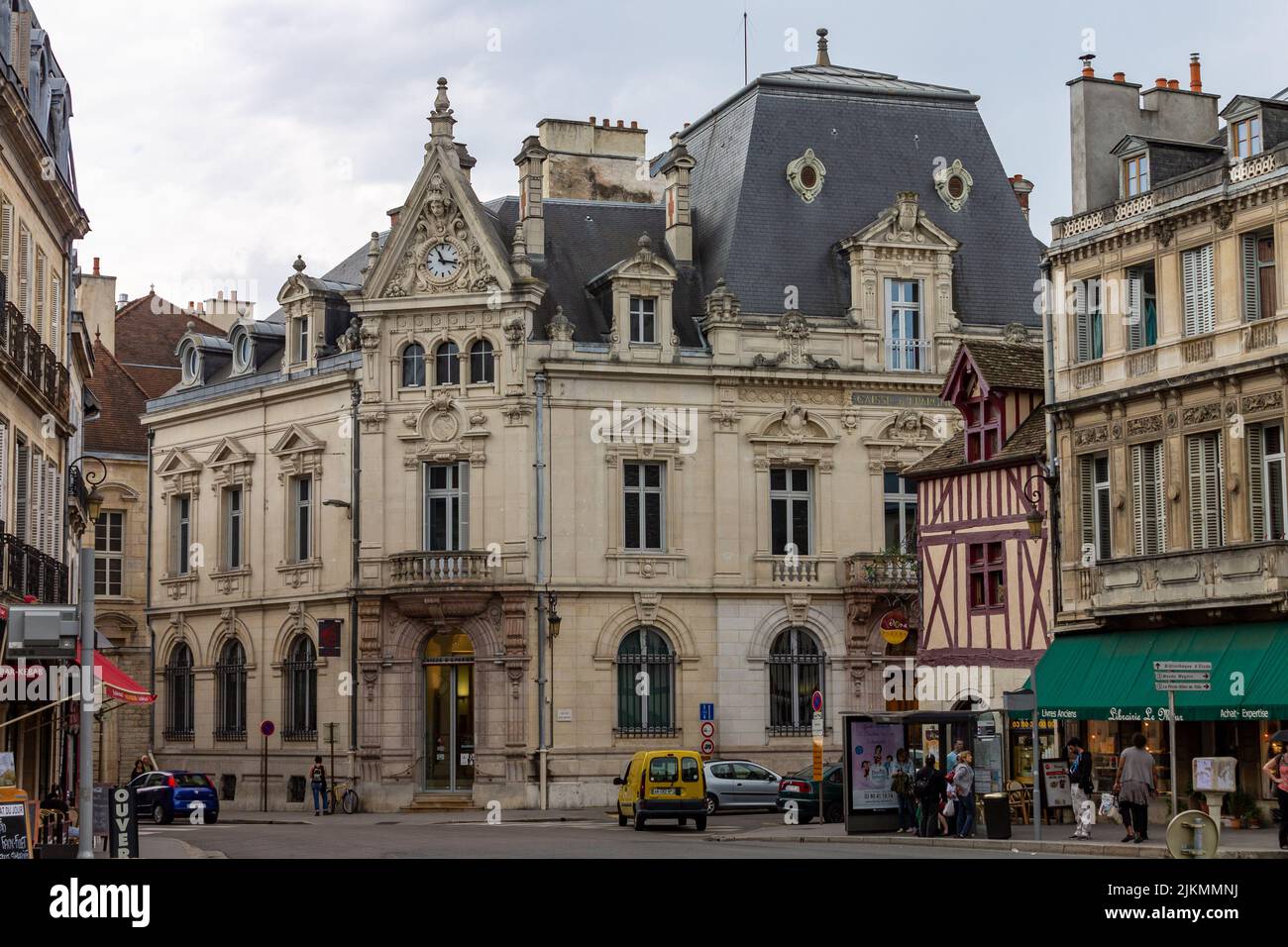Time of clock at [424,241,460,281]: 11:16
